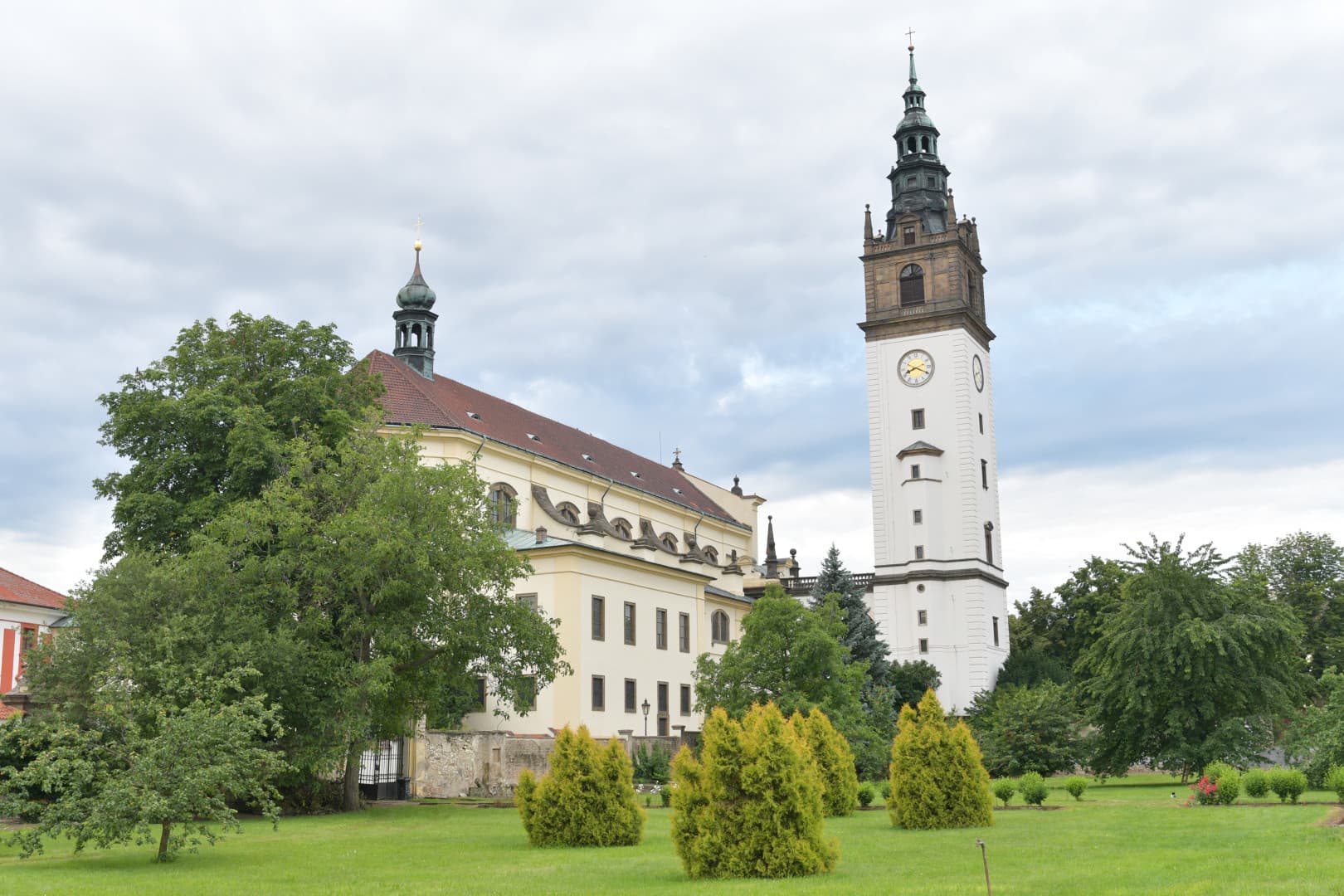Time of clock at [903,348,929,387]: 8:19
